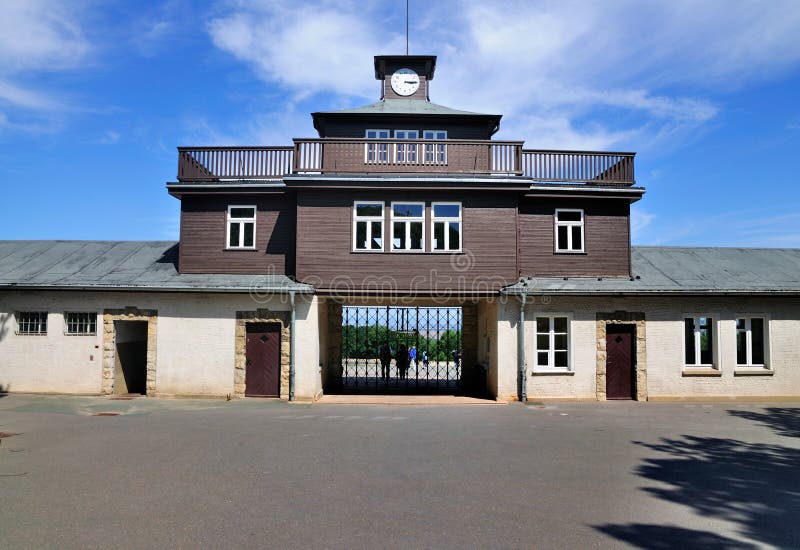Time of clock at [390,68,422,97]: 3:14
